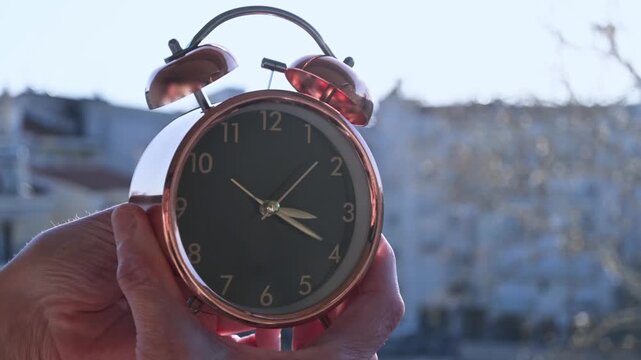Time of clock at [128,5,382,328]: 3:19
